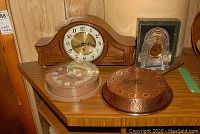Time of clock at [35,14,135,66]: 12:41
